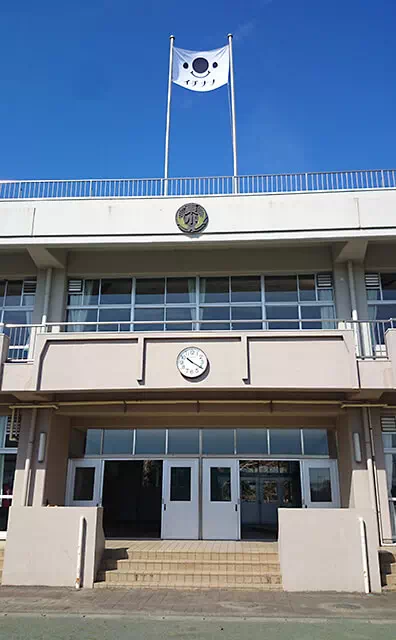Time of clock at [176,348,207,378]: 10:20
